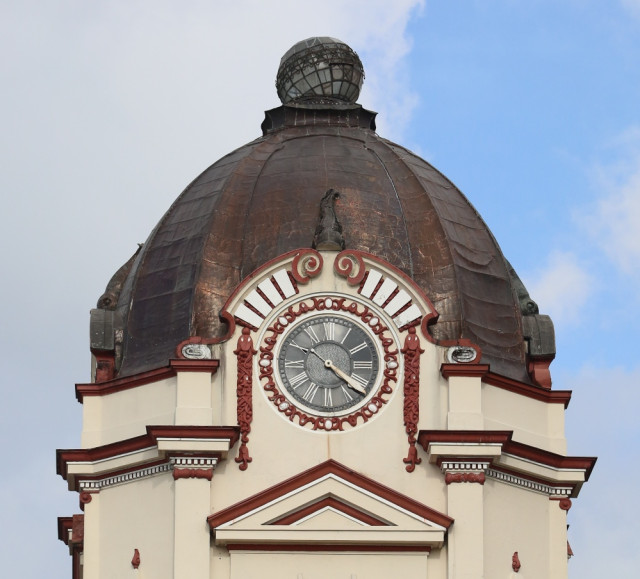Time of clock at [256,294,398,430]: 4:21
